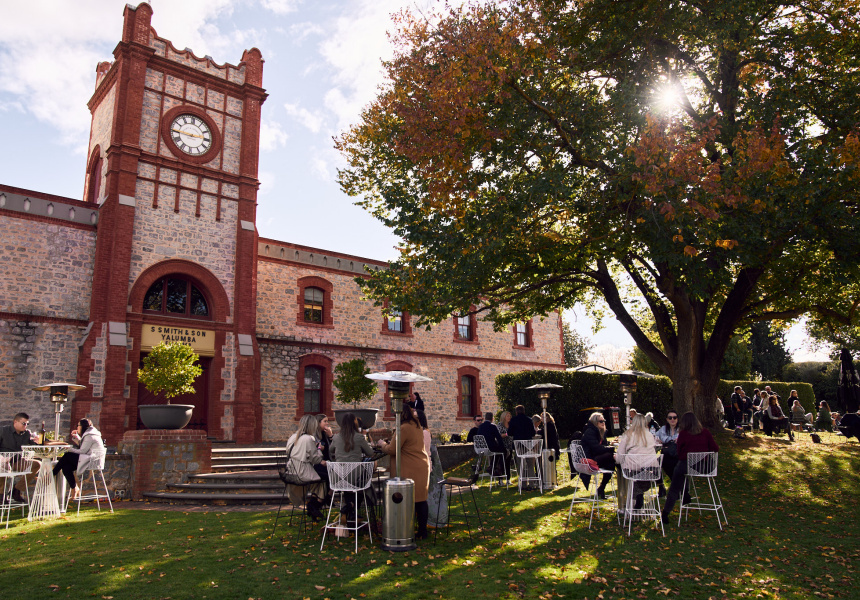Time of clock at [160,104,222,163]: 2:45
